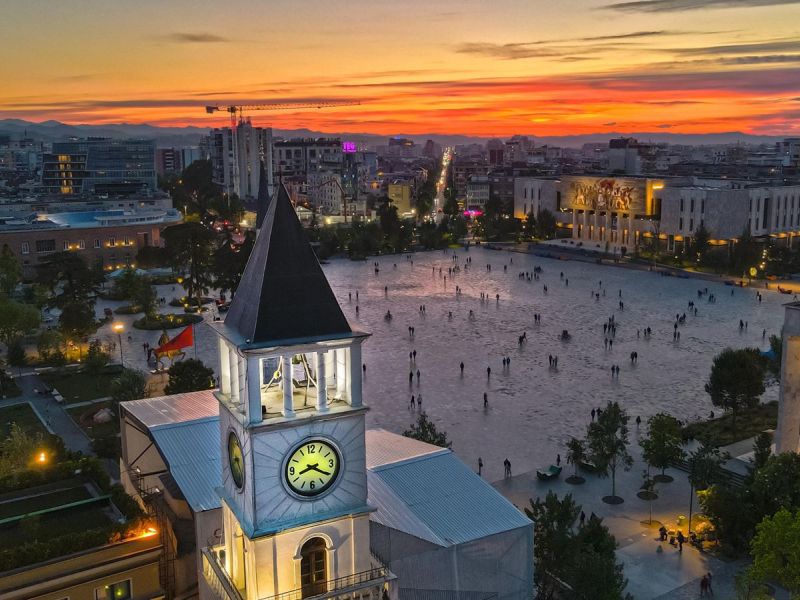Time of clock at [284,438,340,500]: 8:20
